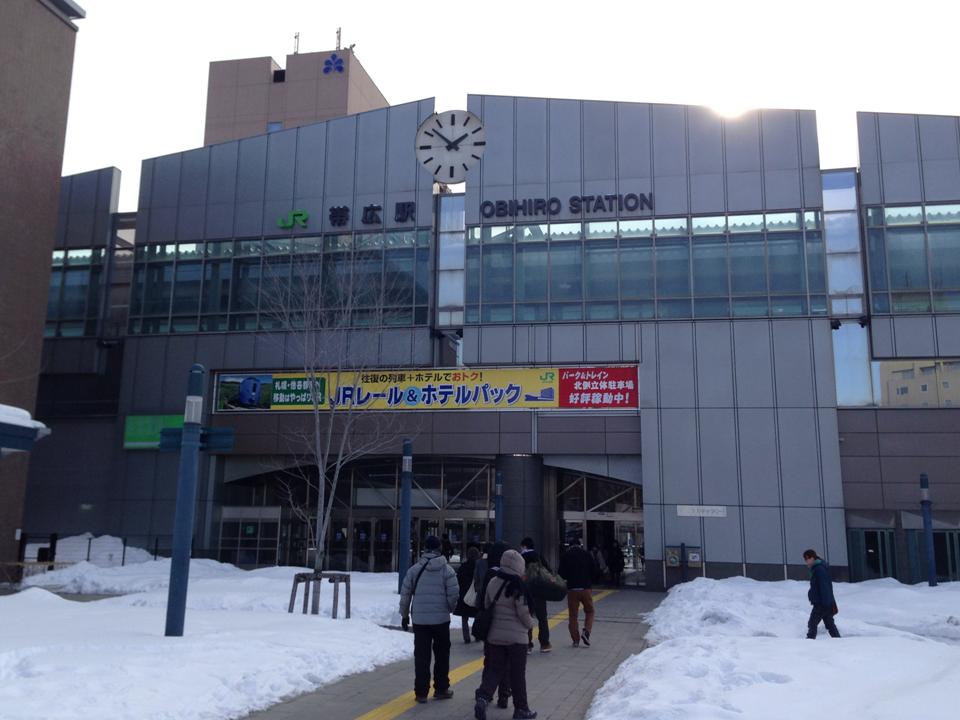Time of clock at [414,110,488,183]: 1:51
